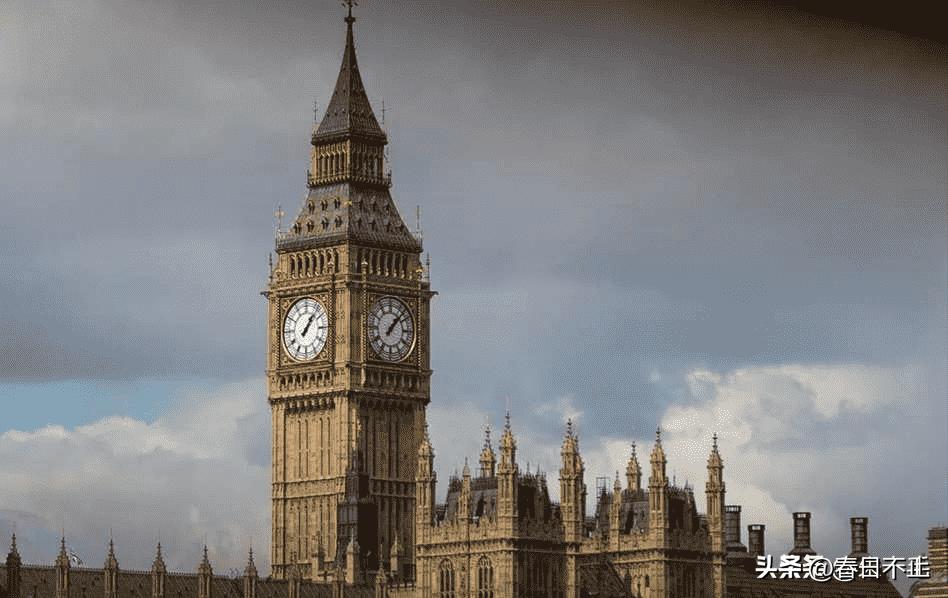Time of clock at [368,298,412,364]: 1:07
